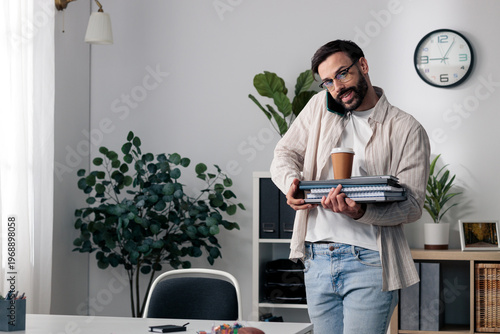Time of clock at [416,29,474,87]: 9:05
